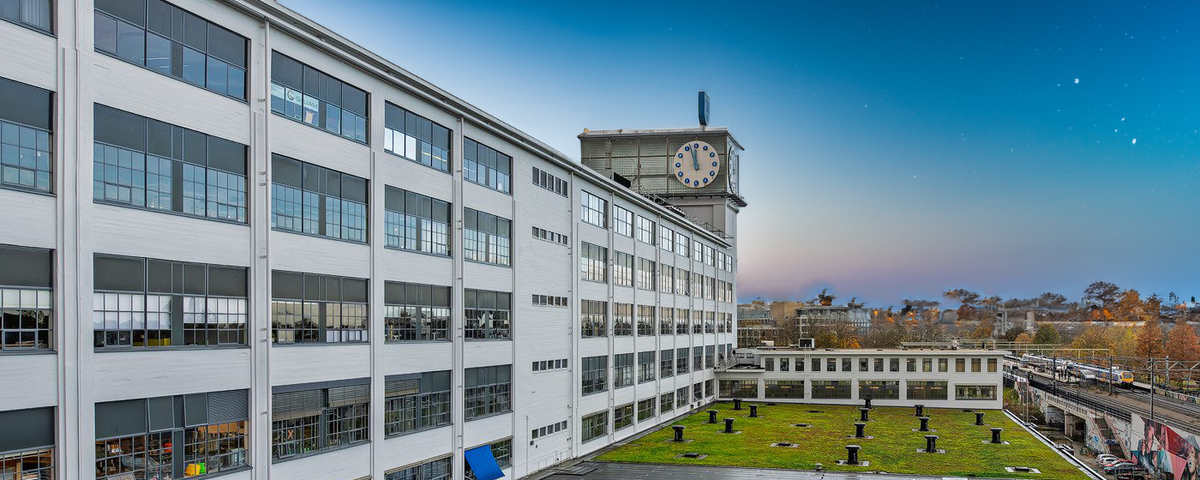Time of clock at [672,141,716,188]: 11:57
